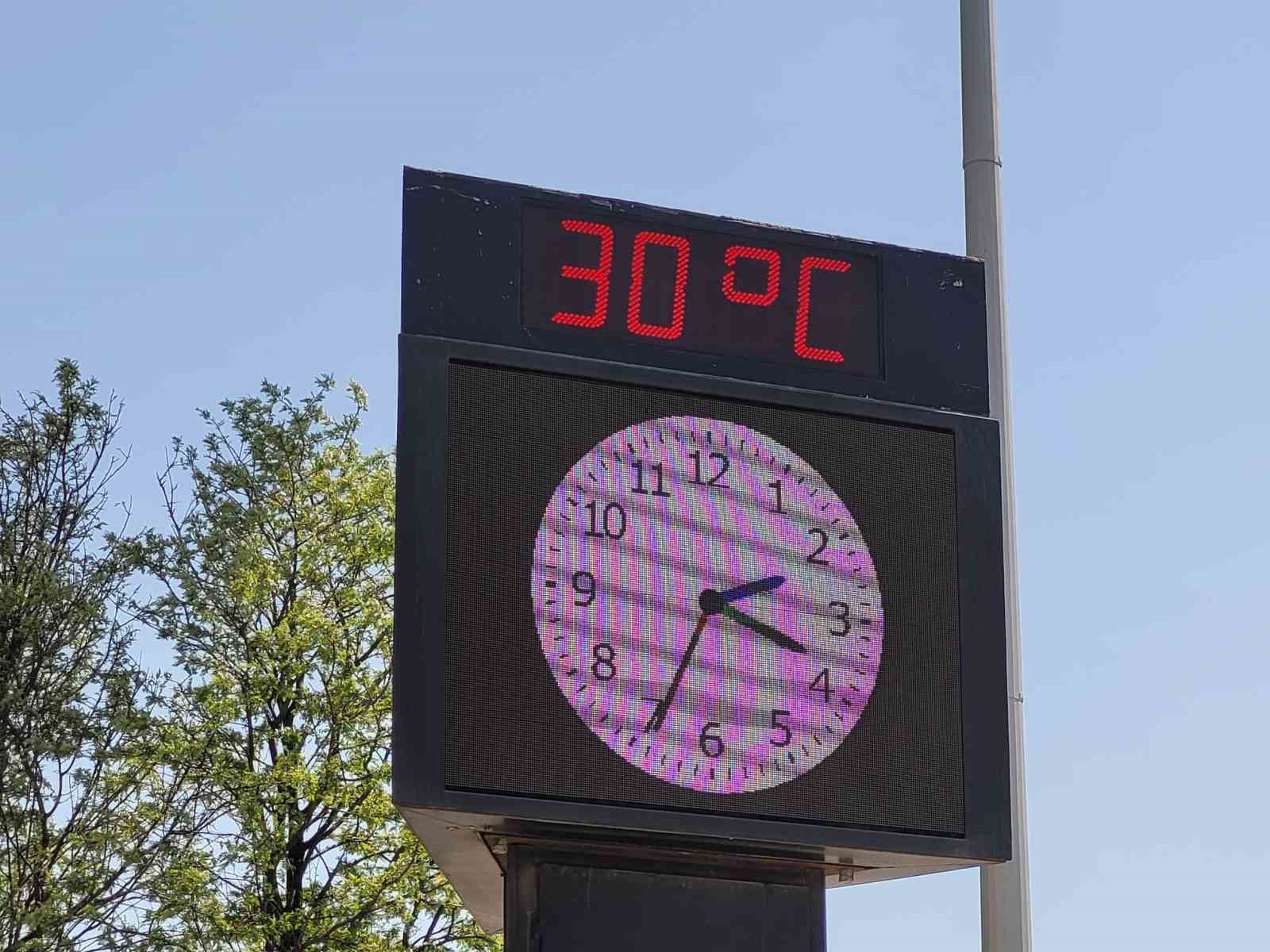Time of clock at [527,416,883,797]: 3:34
